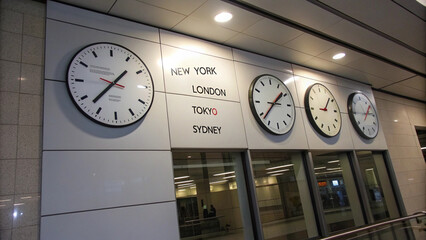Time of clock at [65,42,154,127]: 1:37
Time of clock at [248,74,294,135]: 1:37
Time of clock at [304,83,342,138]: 9:07
